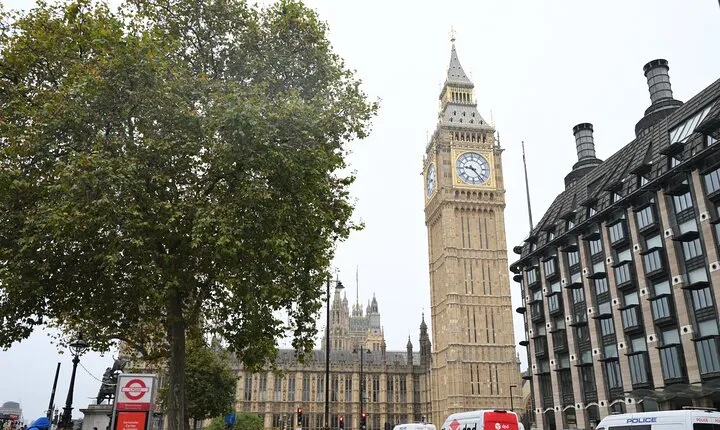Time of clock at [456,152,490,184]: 9:23
